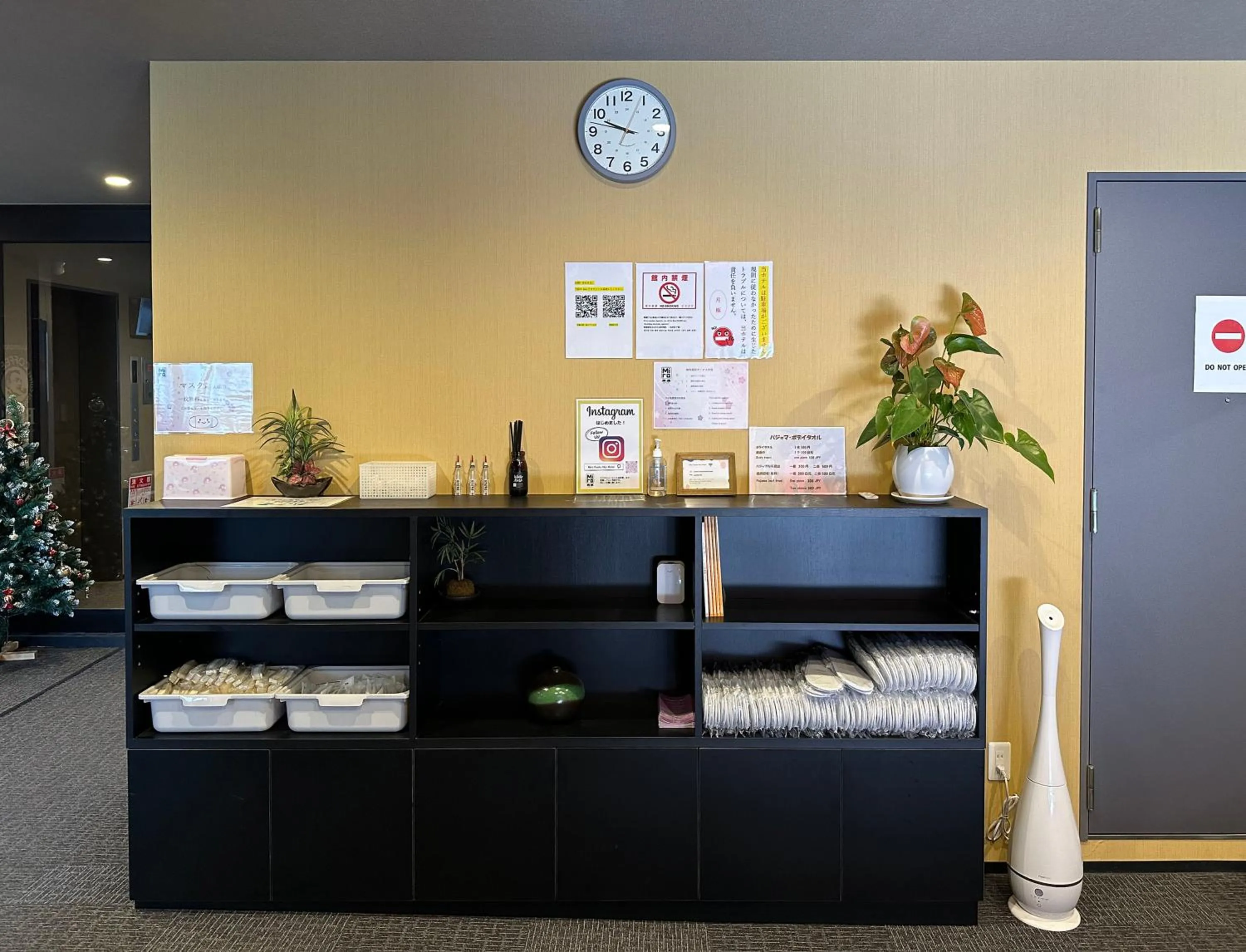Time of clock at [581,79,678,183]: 9:47
